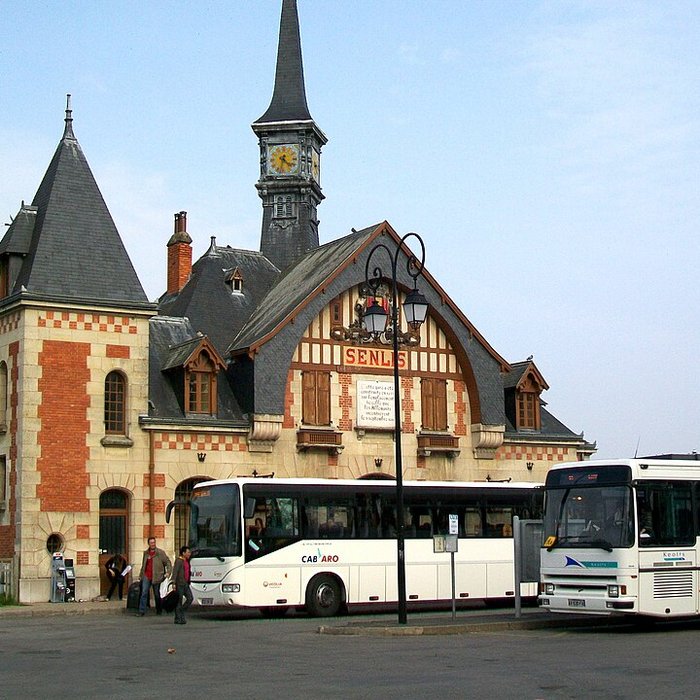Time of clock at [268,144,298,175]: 4:32
